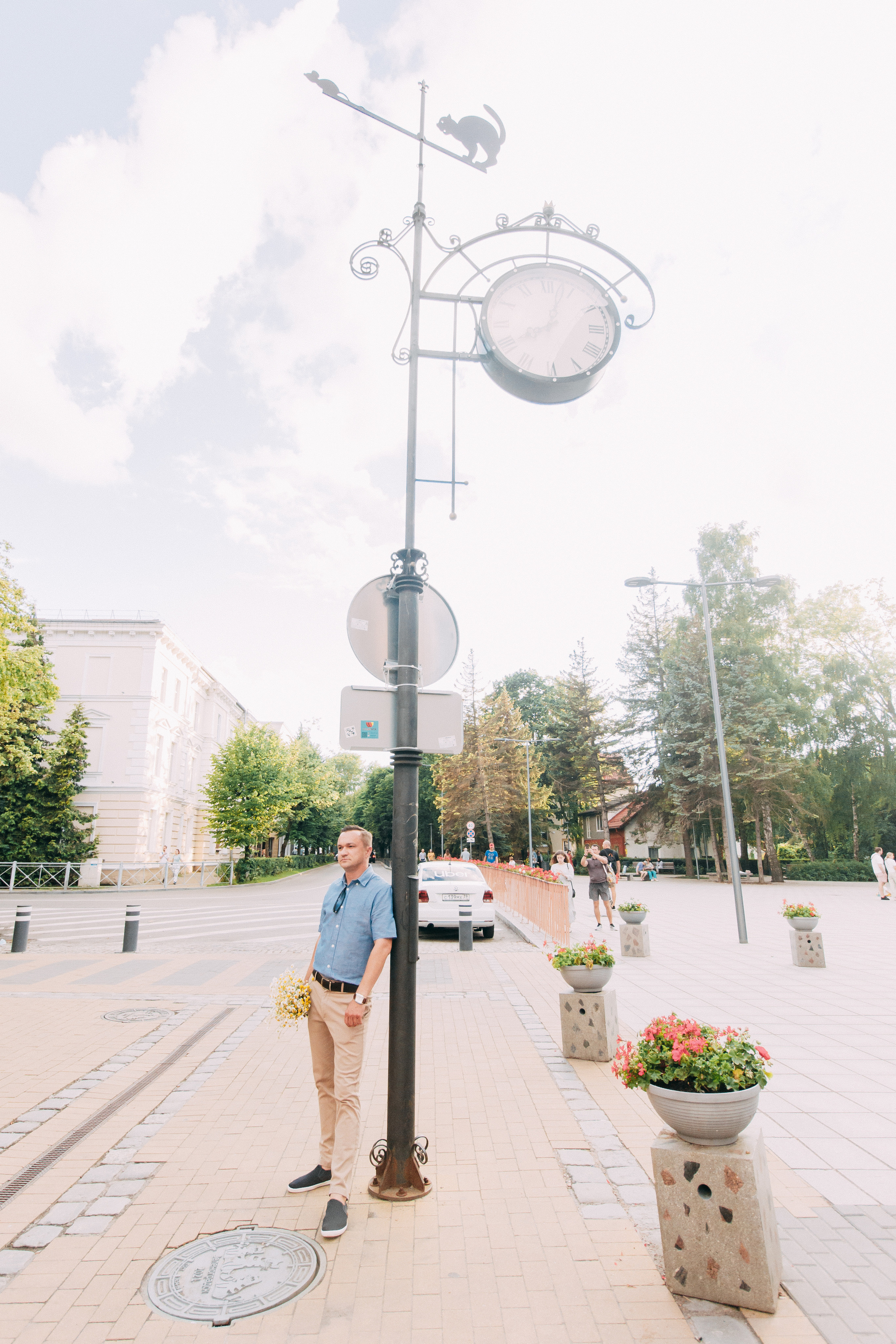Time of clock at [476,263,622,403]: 8:02
